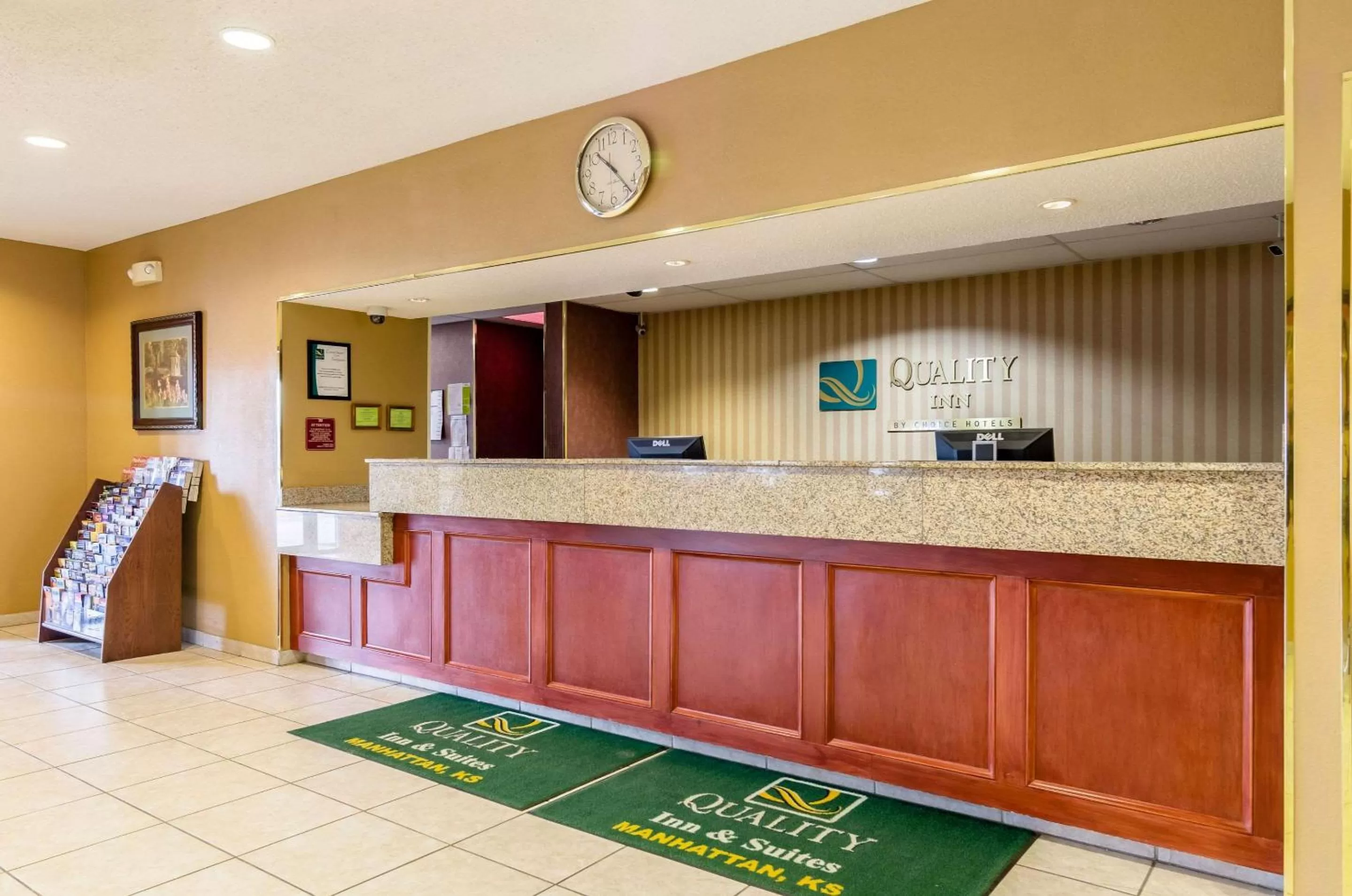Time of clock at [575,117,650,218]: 10:23
